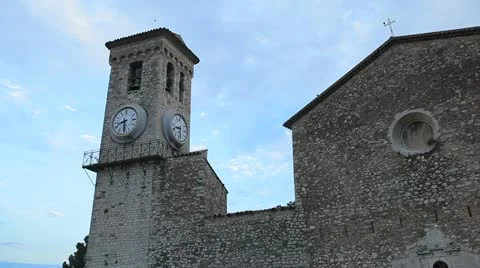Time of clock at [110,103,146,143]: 8:29
